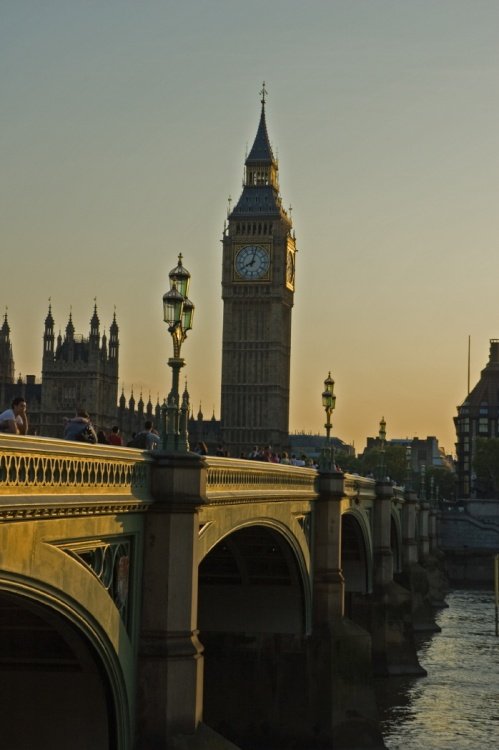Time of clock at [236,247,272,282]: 8:02
